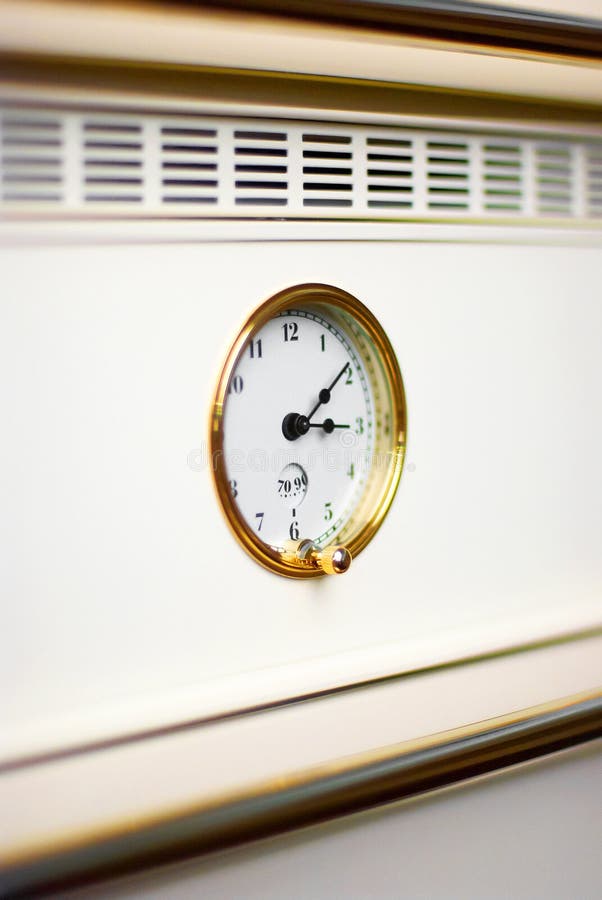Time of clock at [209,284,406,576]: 3:08
